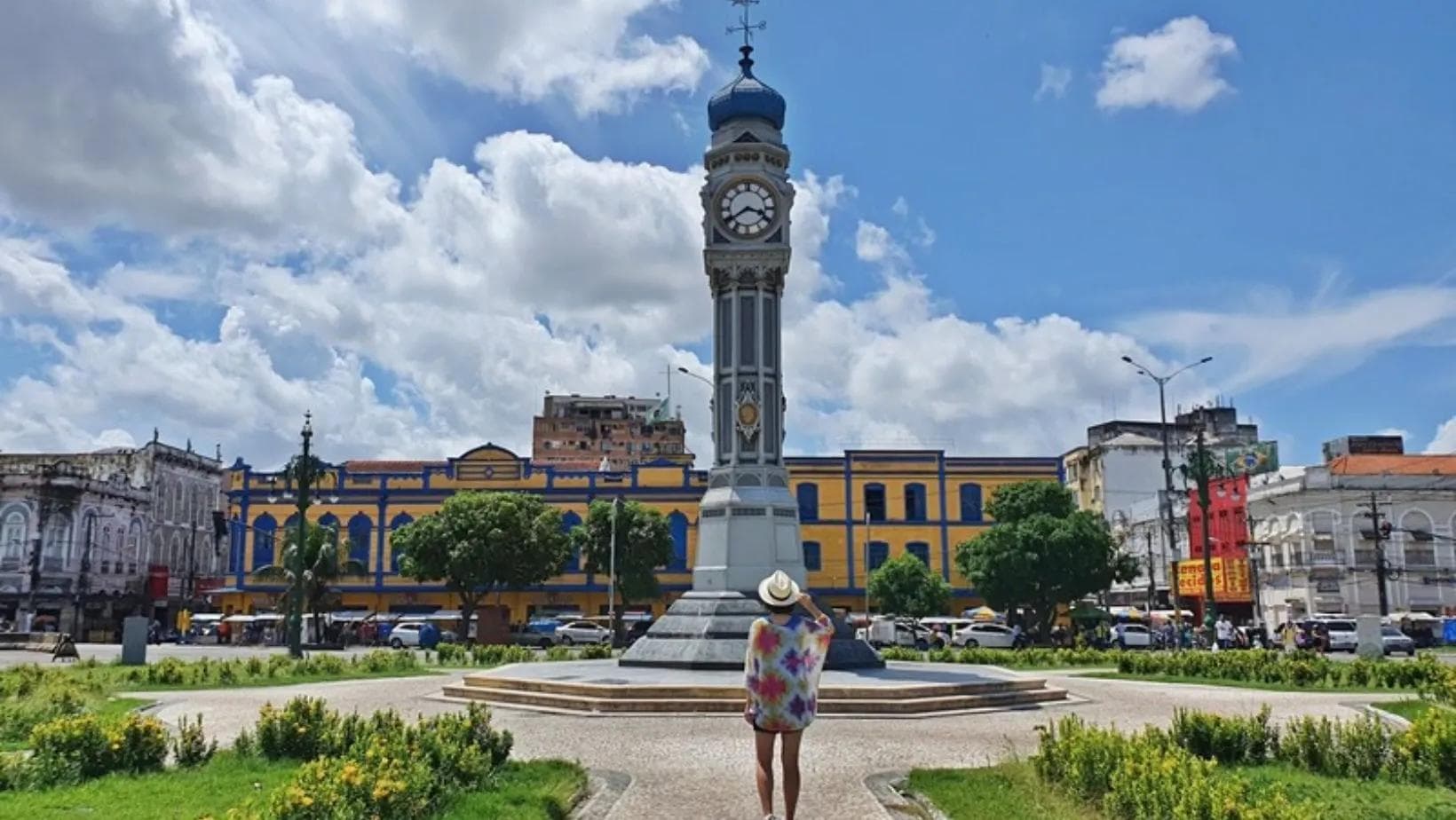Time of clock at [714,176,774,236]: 3:39
